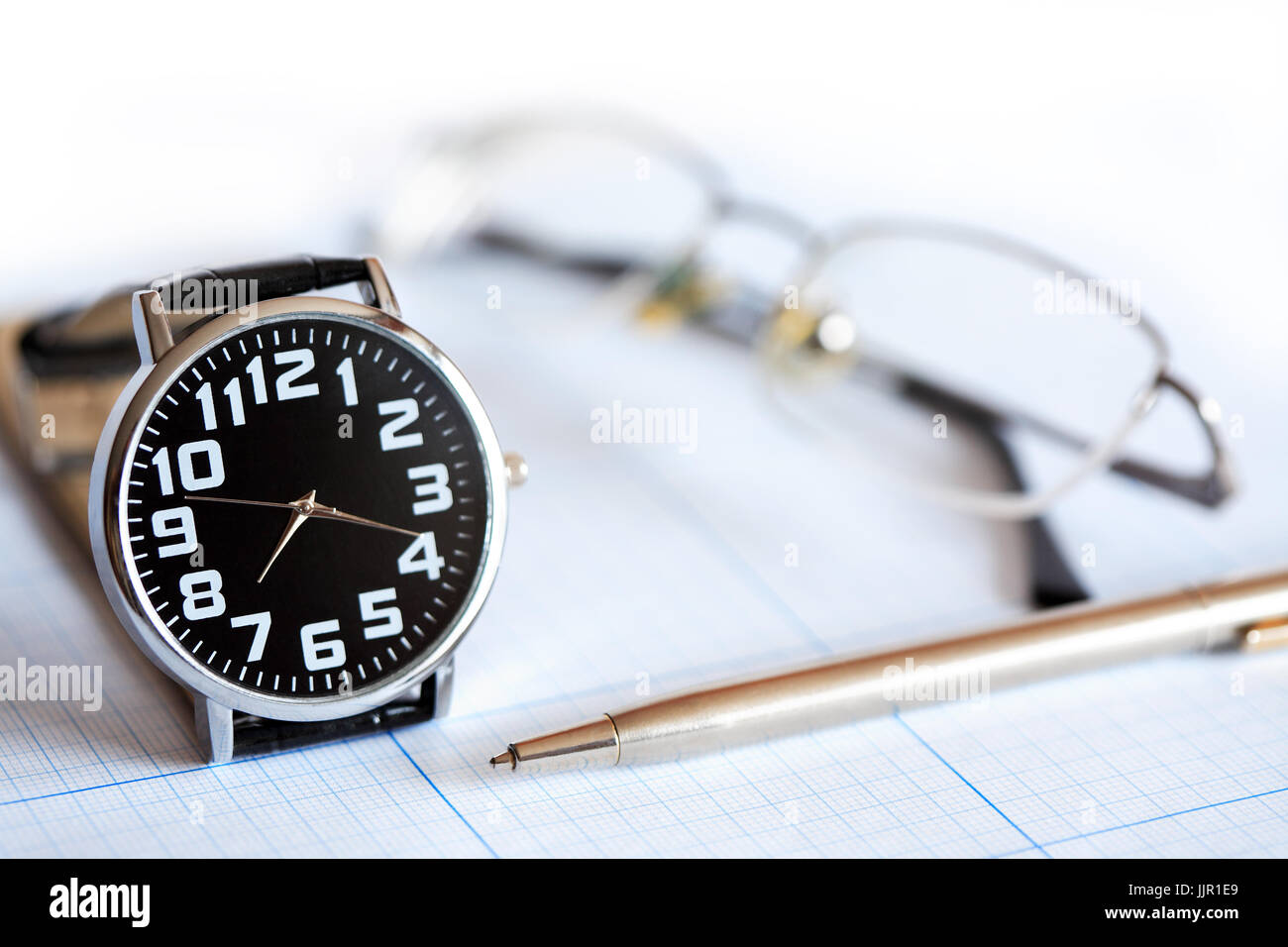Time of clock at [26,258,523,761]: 7:18
